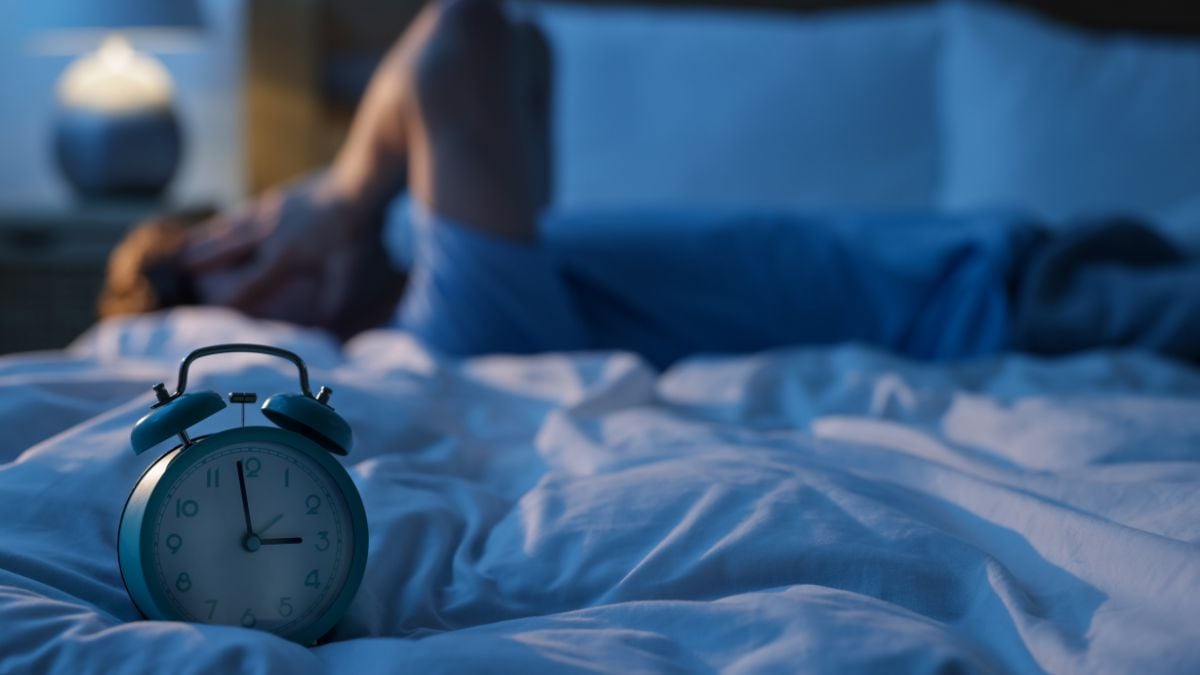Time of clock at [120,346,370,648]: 2:58
